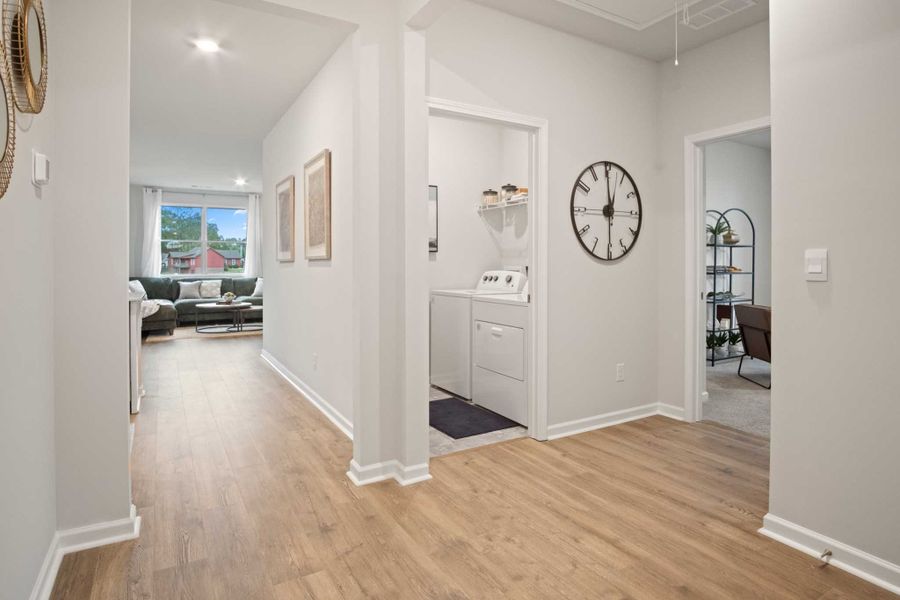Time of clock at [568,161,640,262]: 12:59
